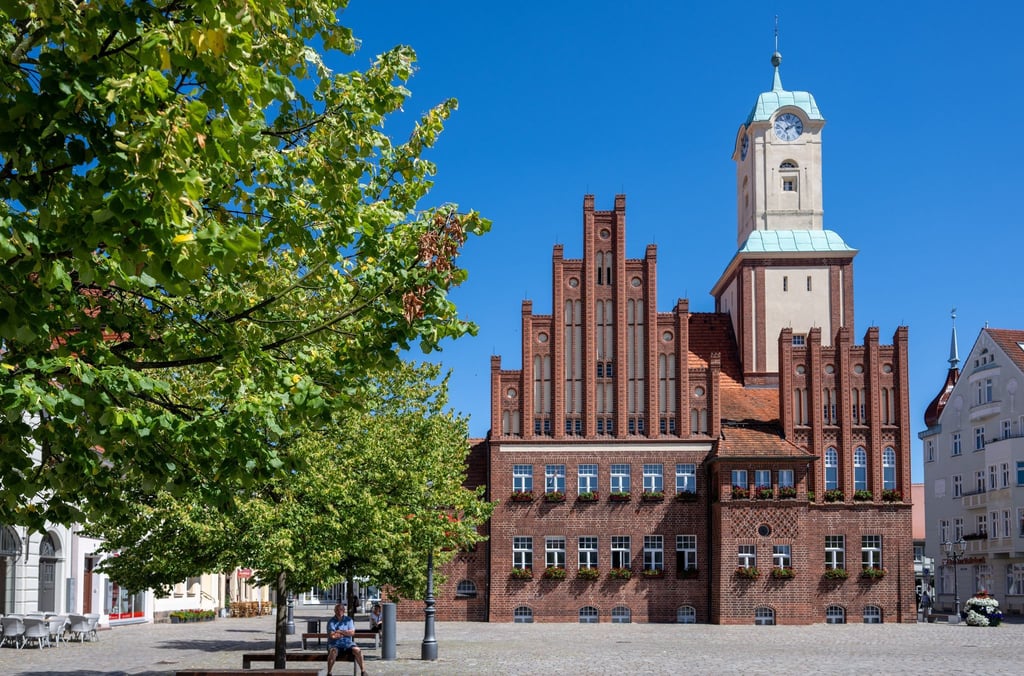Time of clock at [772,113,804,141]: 7:11
